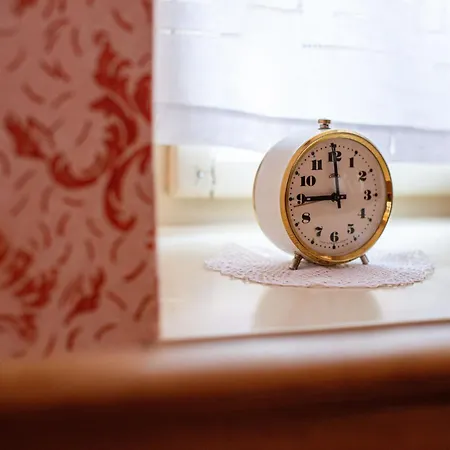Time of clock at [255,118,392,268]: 8:59
